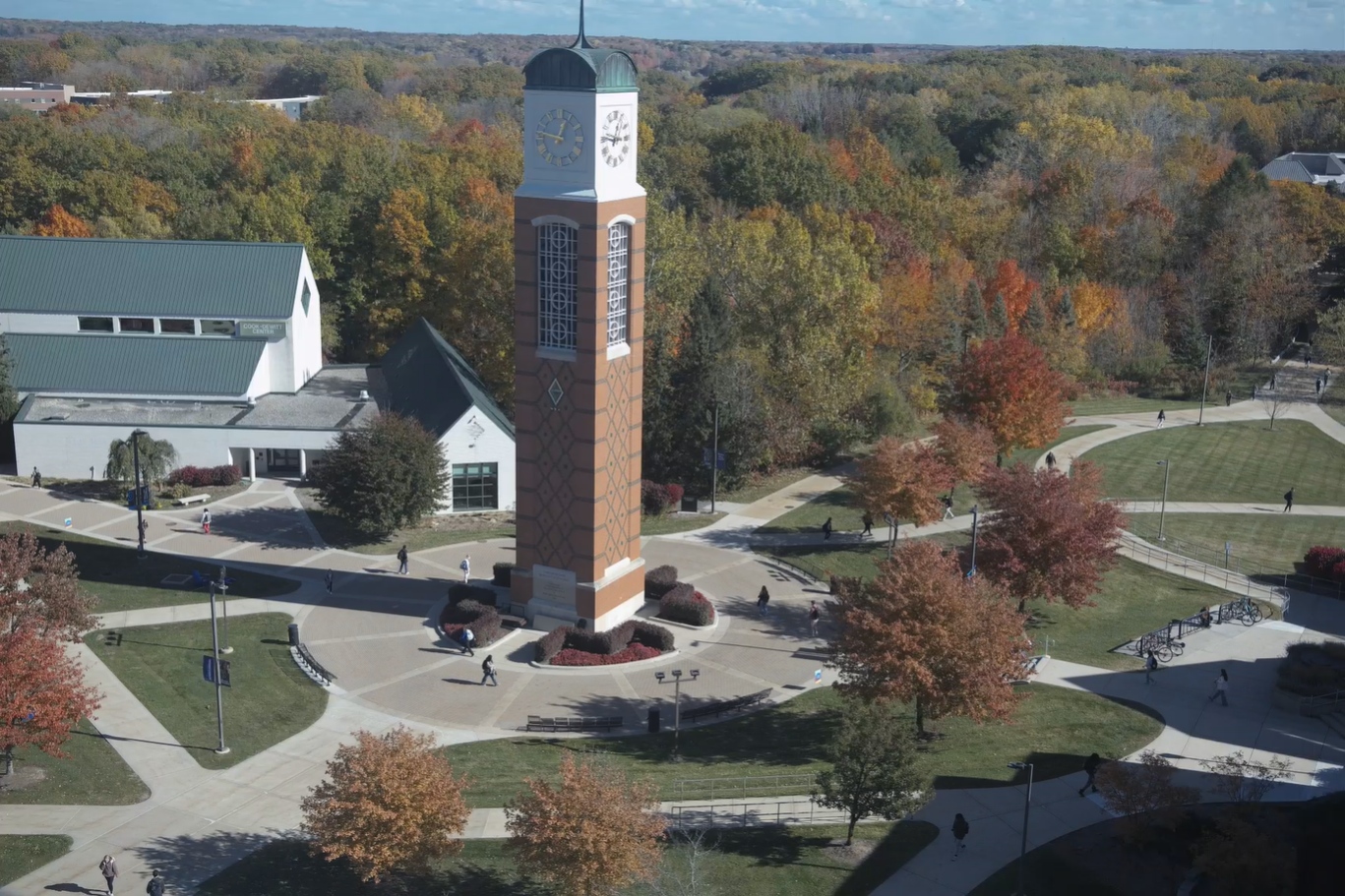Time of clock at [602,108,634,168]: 12:46
